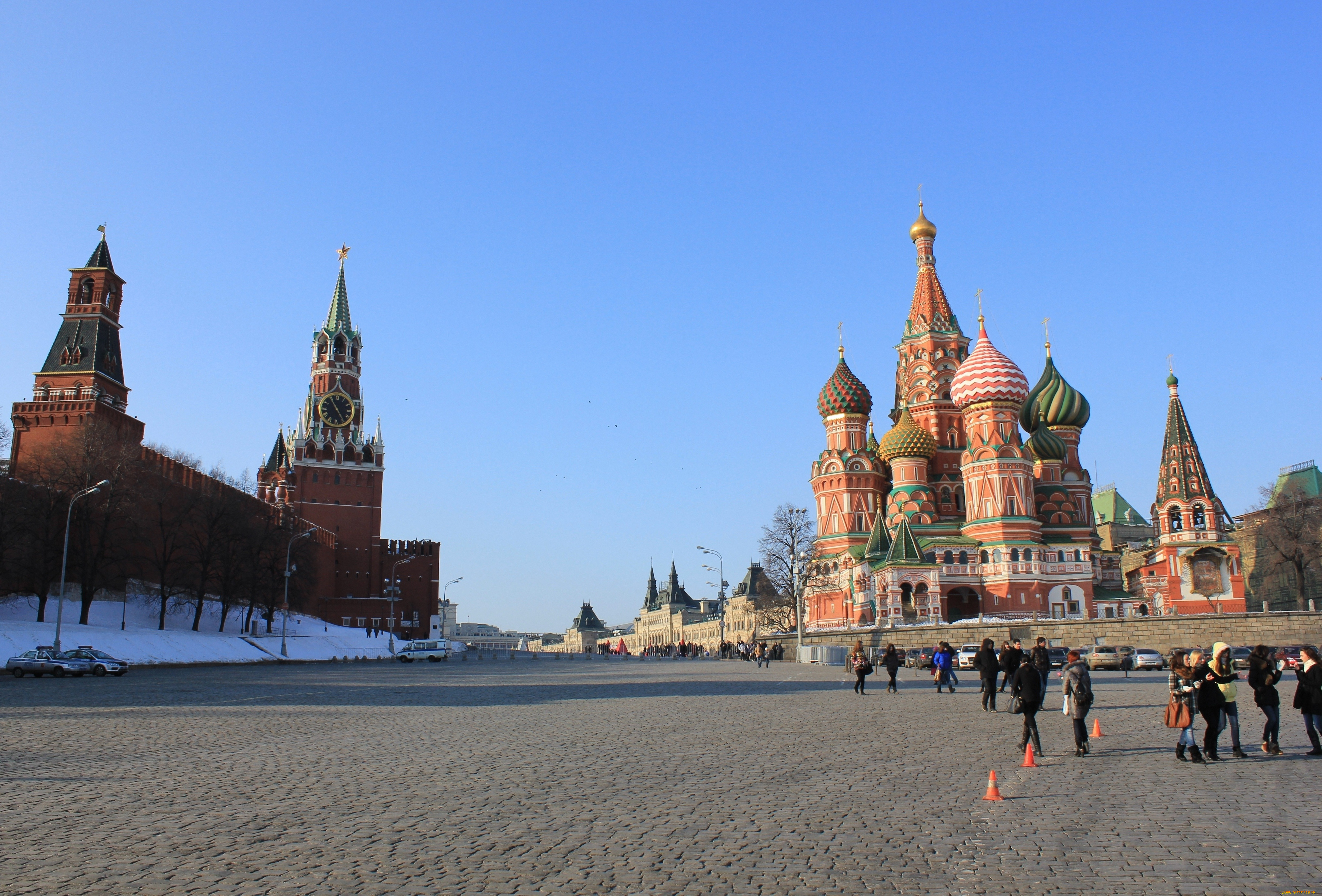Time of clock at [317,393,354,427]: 4:54
